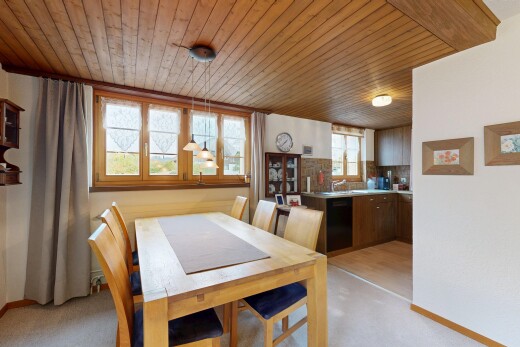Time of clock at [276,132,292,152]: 1:38
